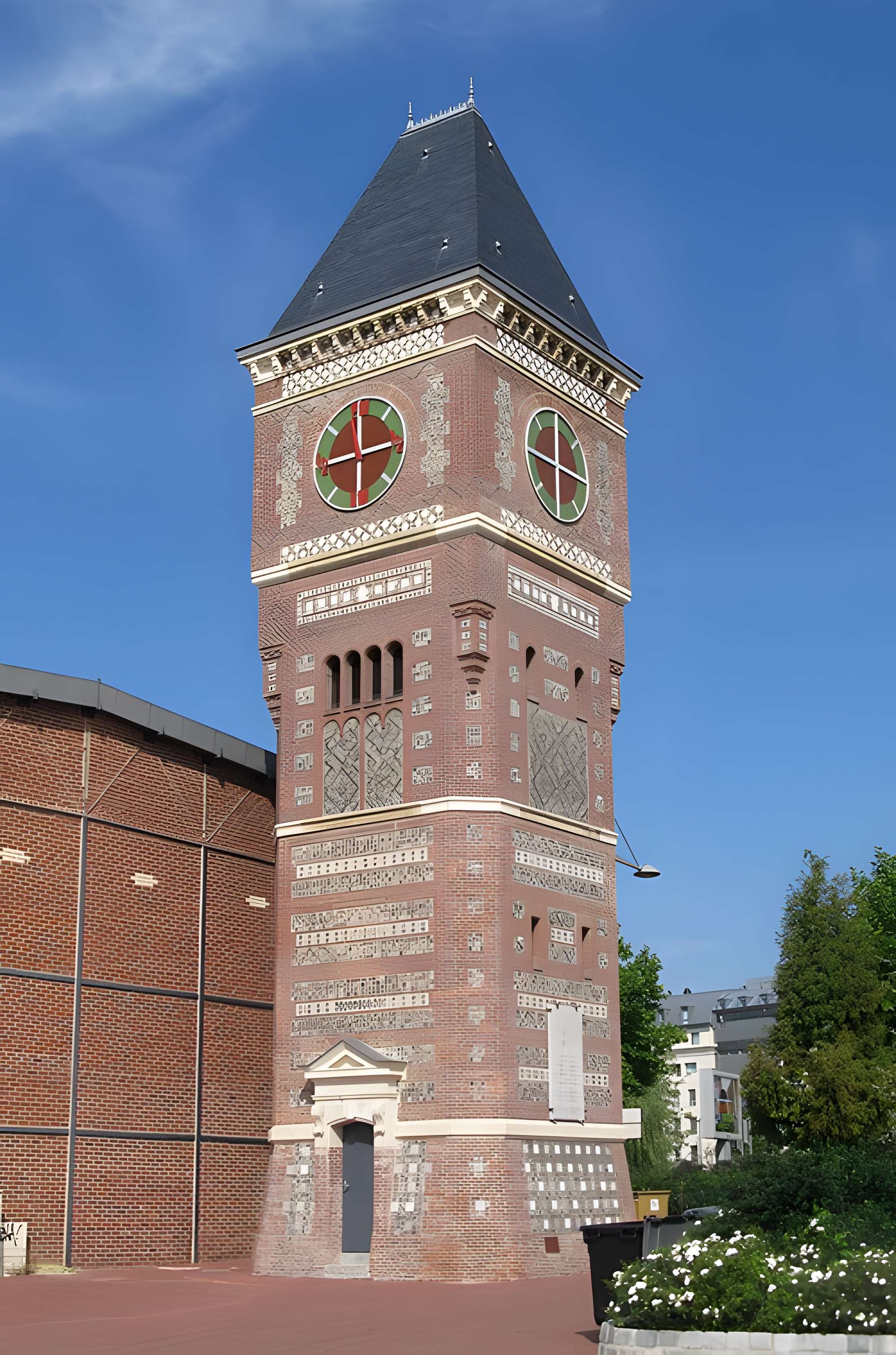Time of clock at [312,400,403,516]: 8:12
